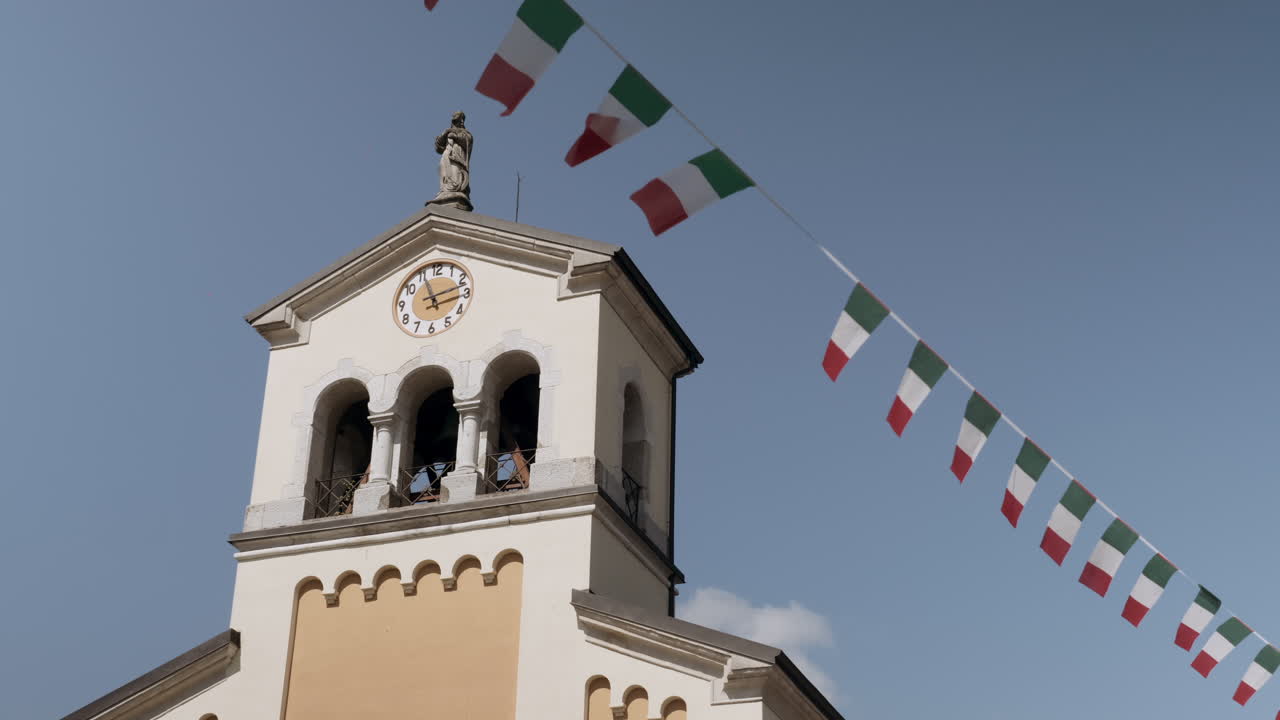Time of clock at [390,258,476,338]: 11:12
